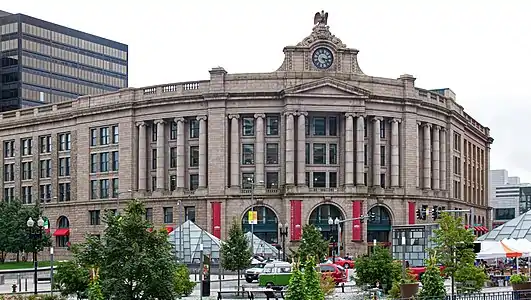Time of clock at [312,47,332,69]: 3:24
